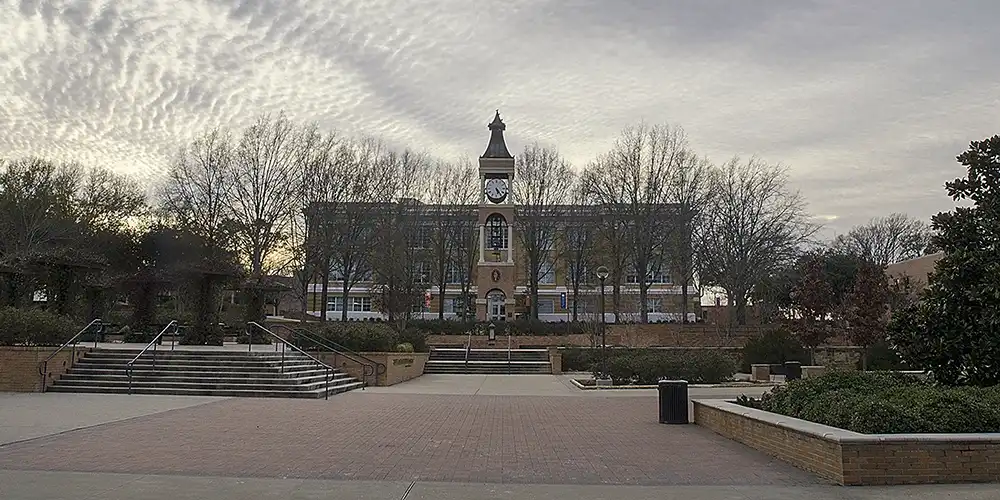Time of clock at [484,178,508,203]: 5:24
